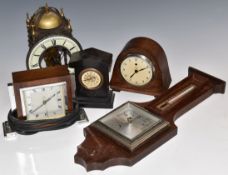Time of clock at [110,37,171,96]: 7:11
